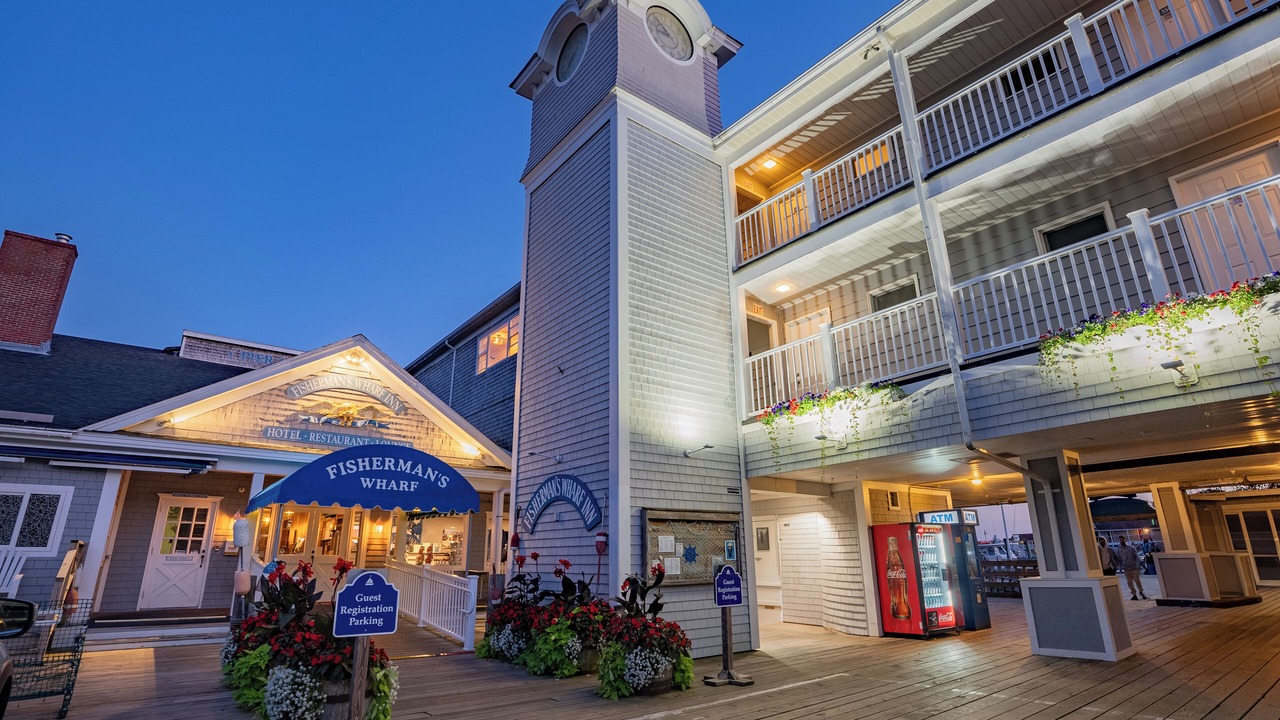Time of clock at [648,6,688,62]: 8:53
